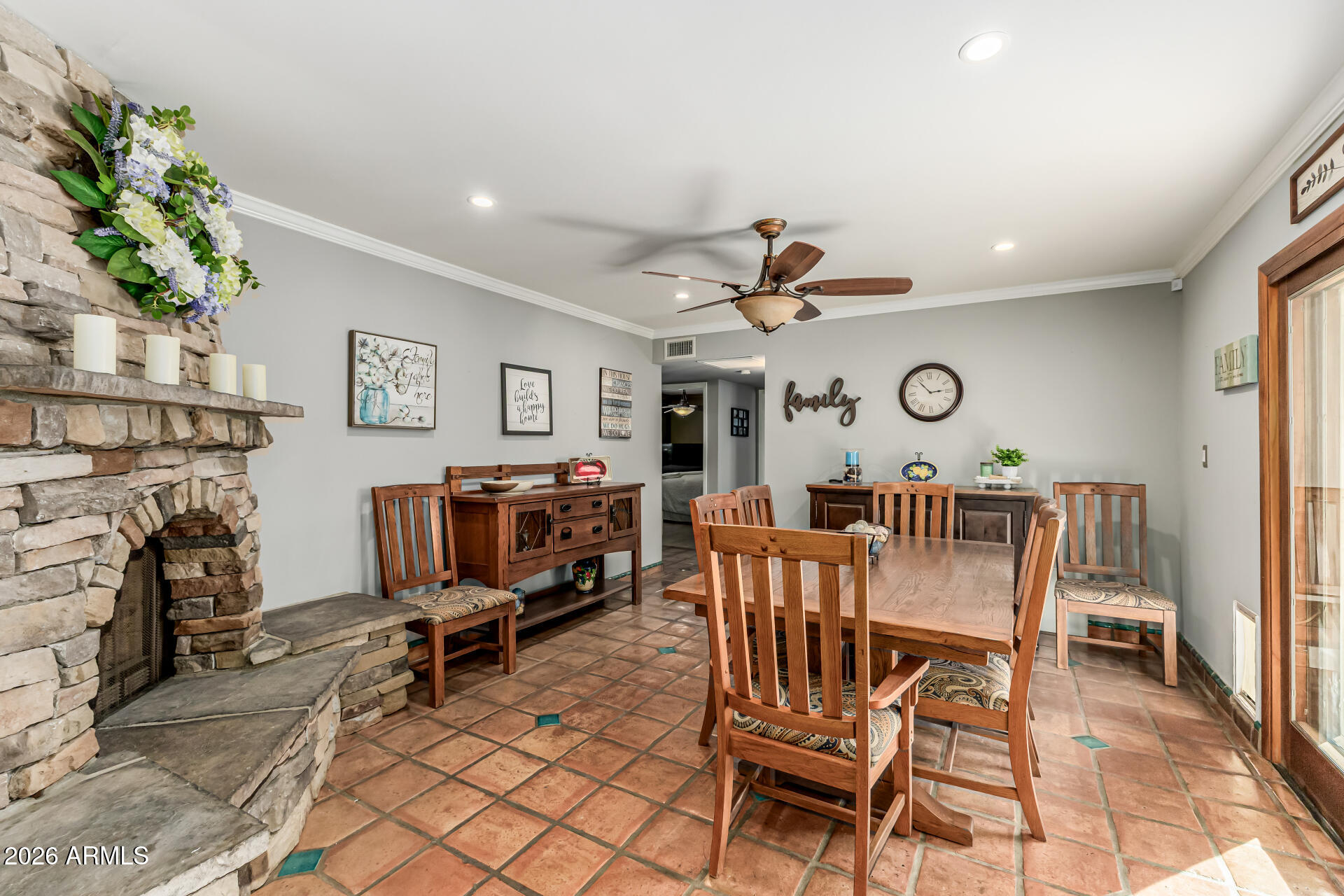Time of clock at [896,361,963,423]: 2:53
